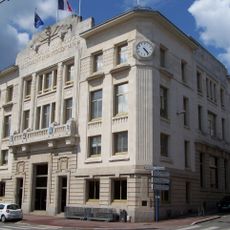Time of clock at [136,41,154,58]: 4:23
